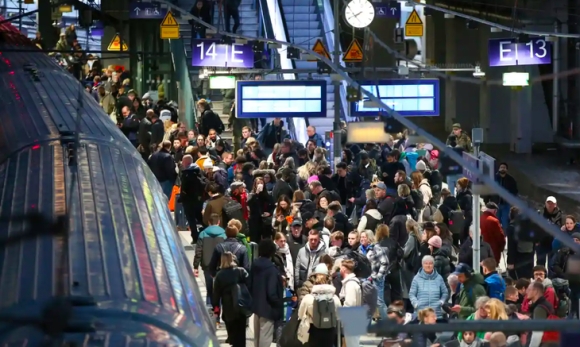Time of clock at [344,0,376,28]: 7:40
